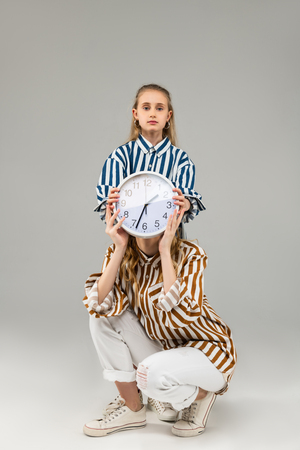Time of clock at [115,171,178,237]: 1:33
